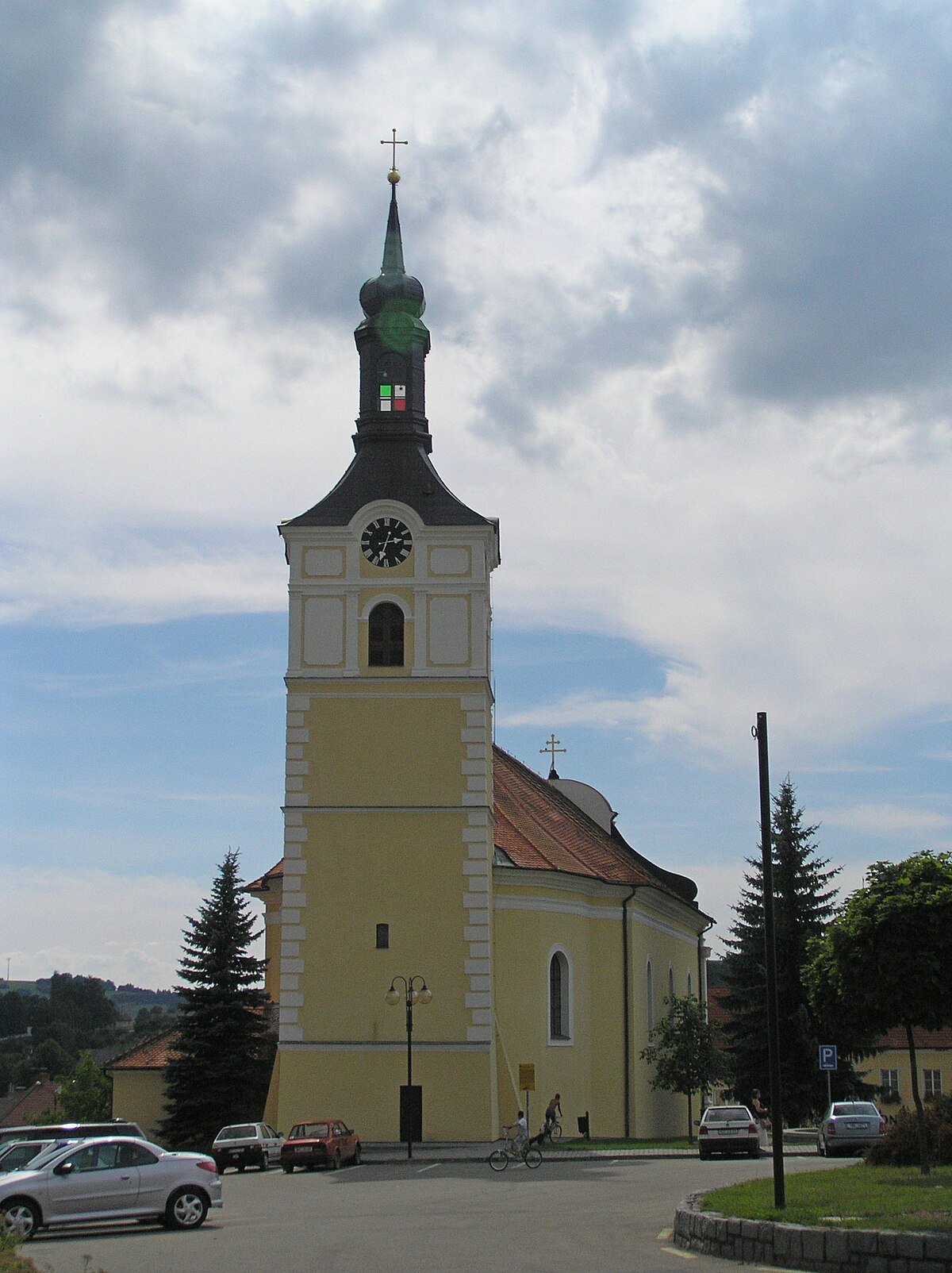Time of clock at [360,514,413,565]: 2:33
